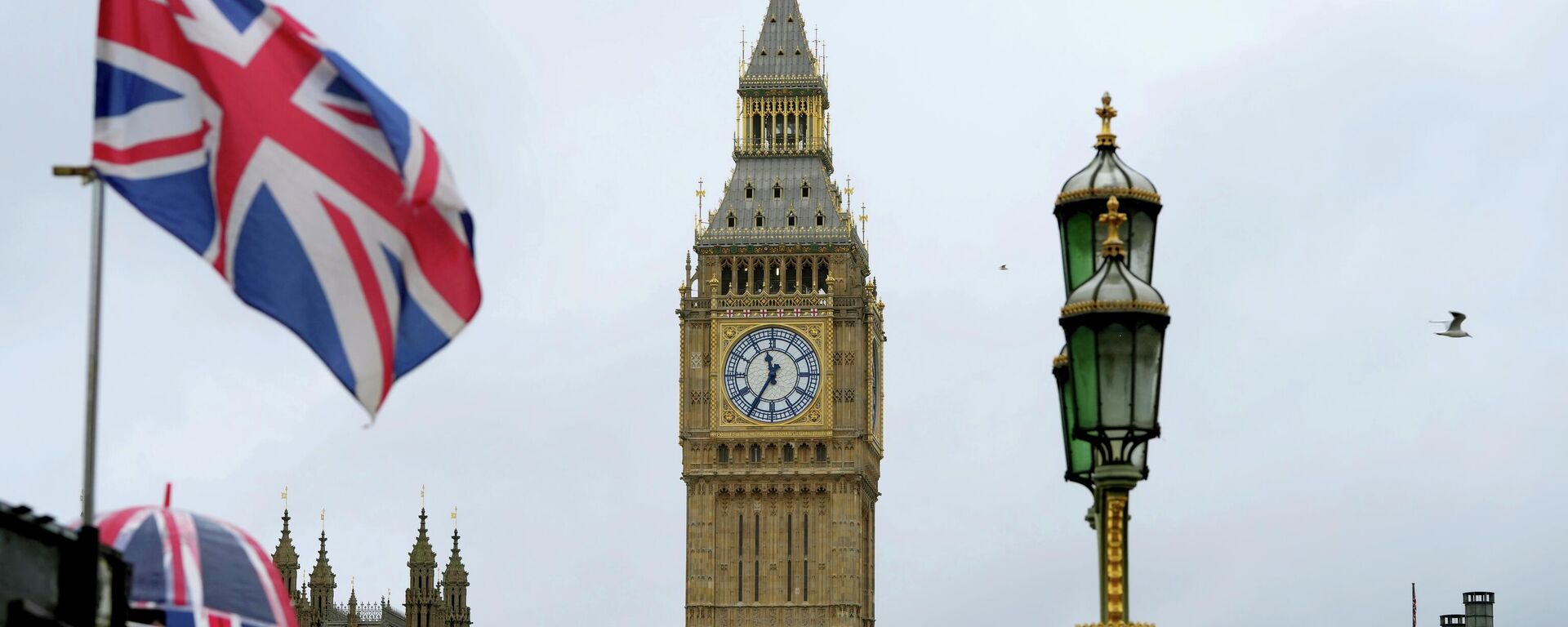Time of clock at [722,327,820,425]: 11:34
